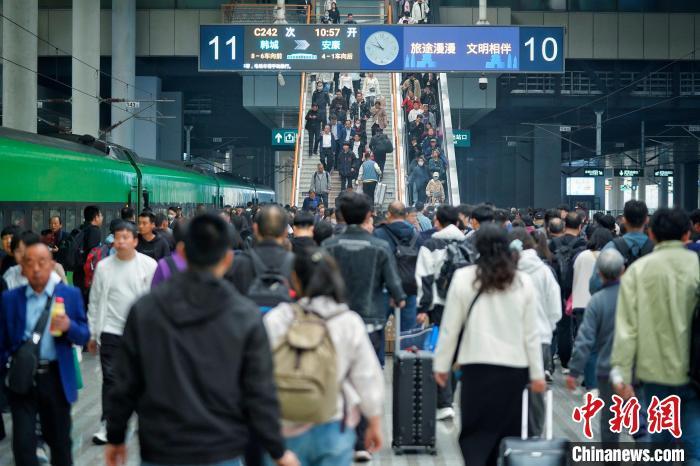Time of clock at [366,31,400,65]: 10:48
